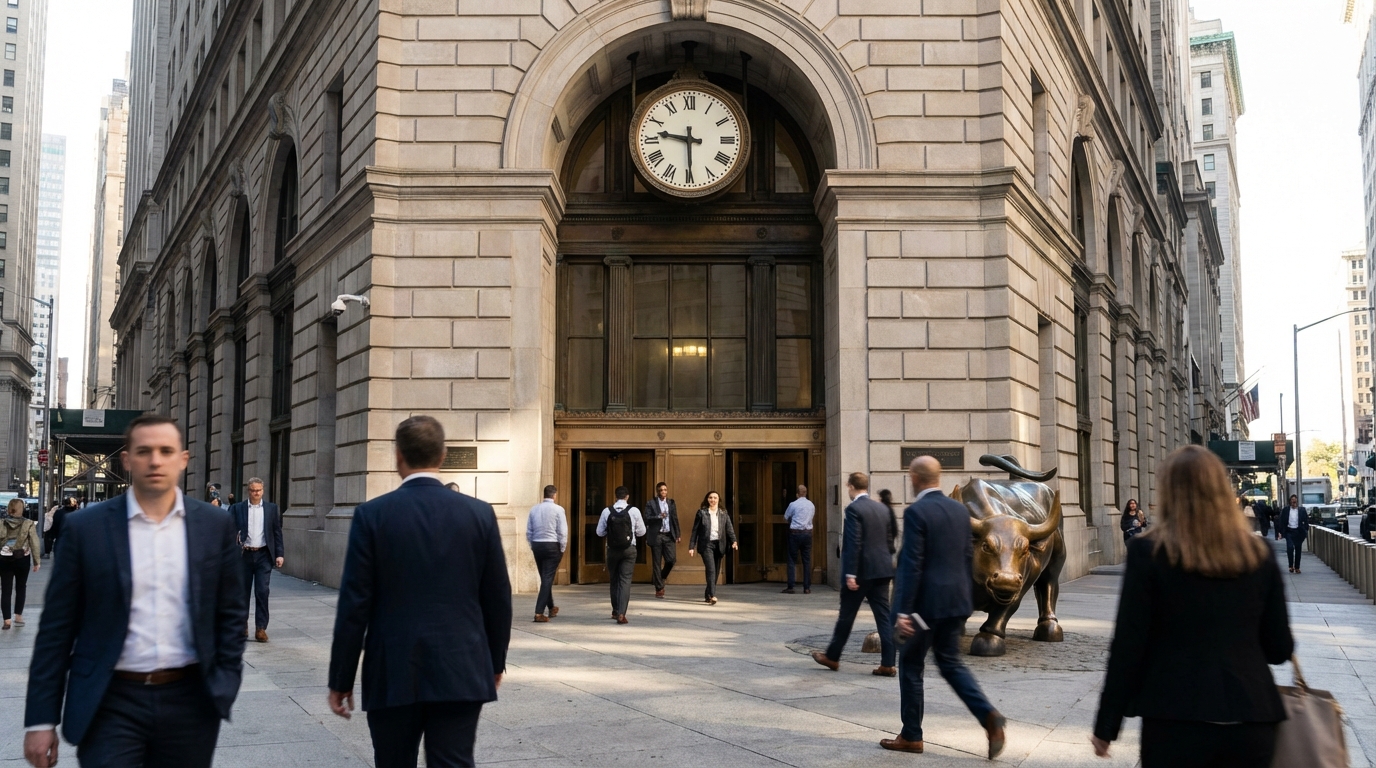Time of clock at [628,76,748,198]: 9:29
